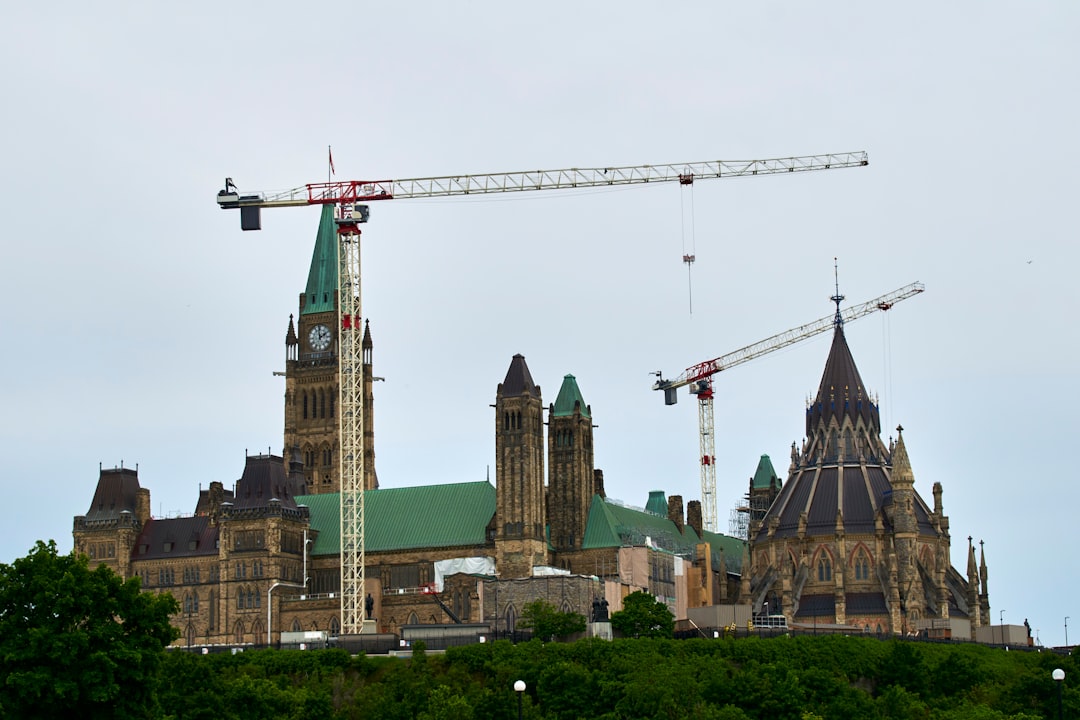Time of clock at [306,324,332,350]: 1:59
